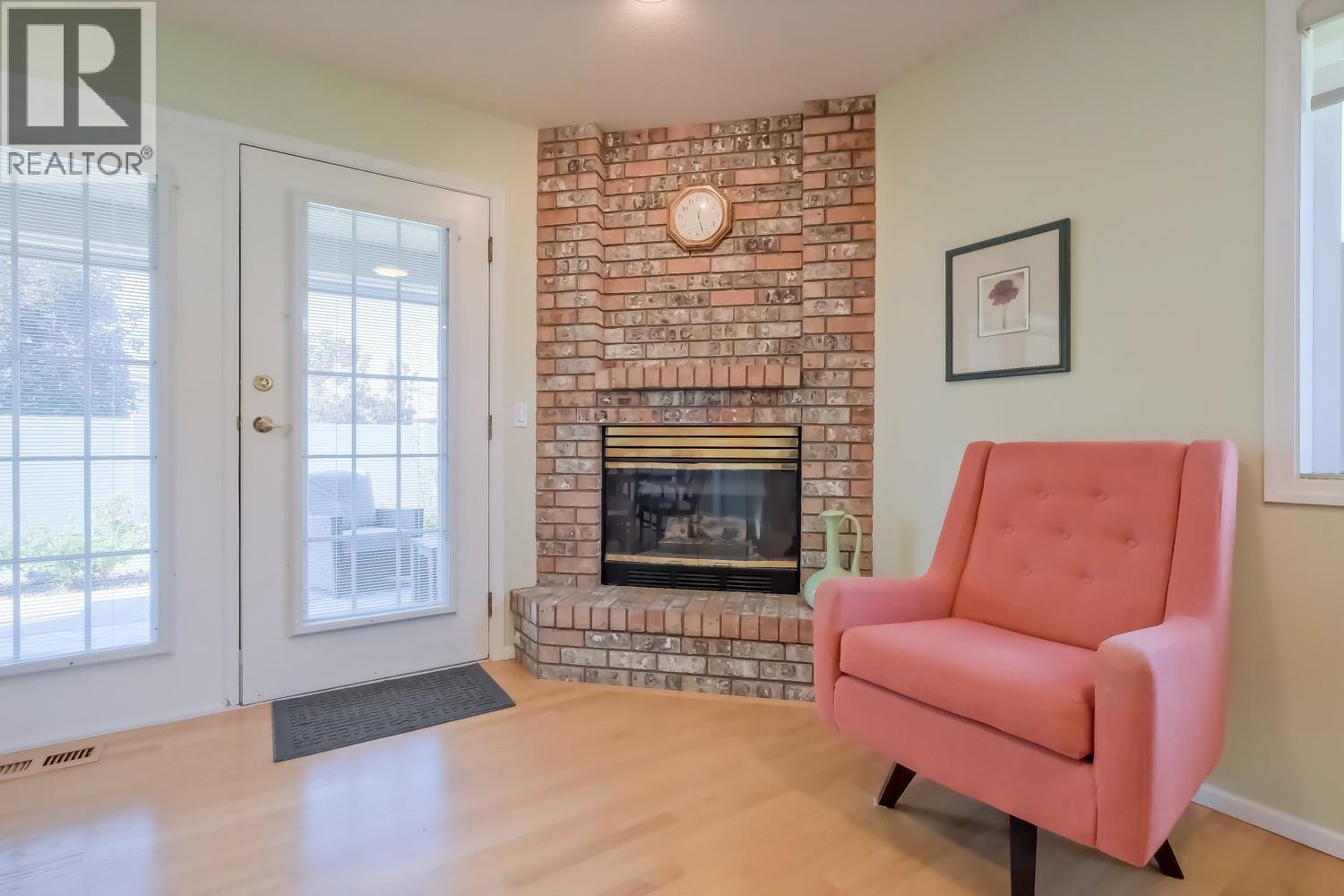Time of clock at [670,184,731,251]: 12:27
